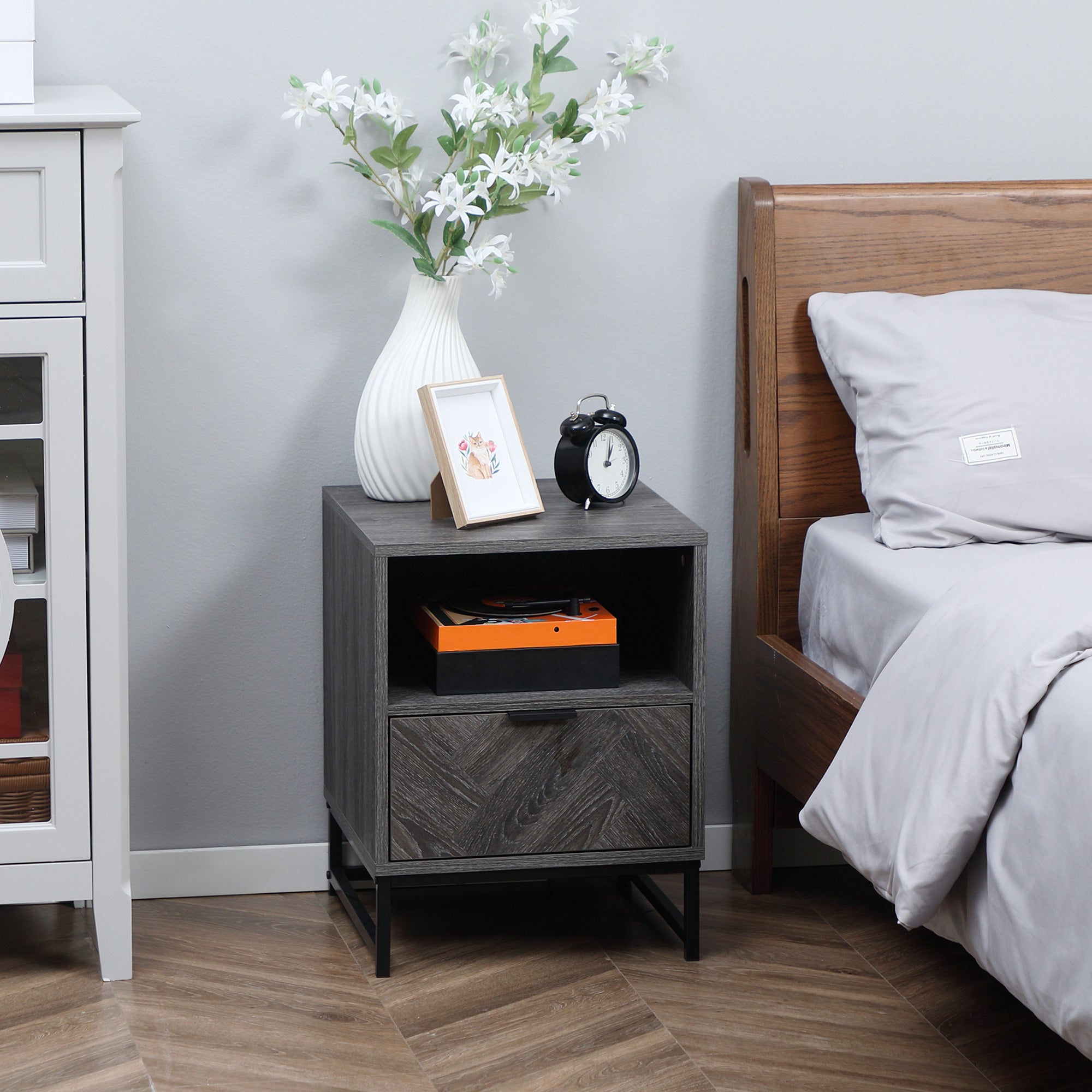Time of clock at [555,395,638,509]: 1:02
